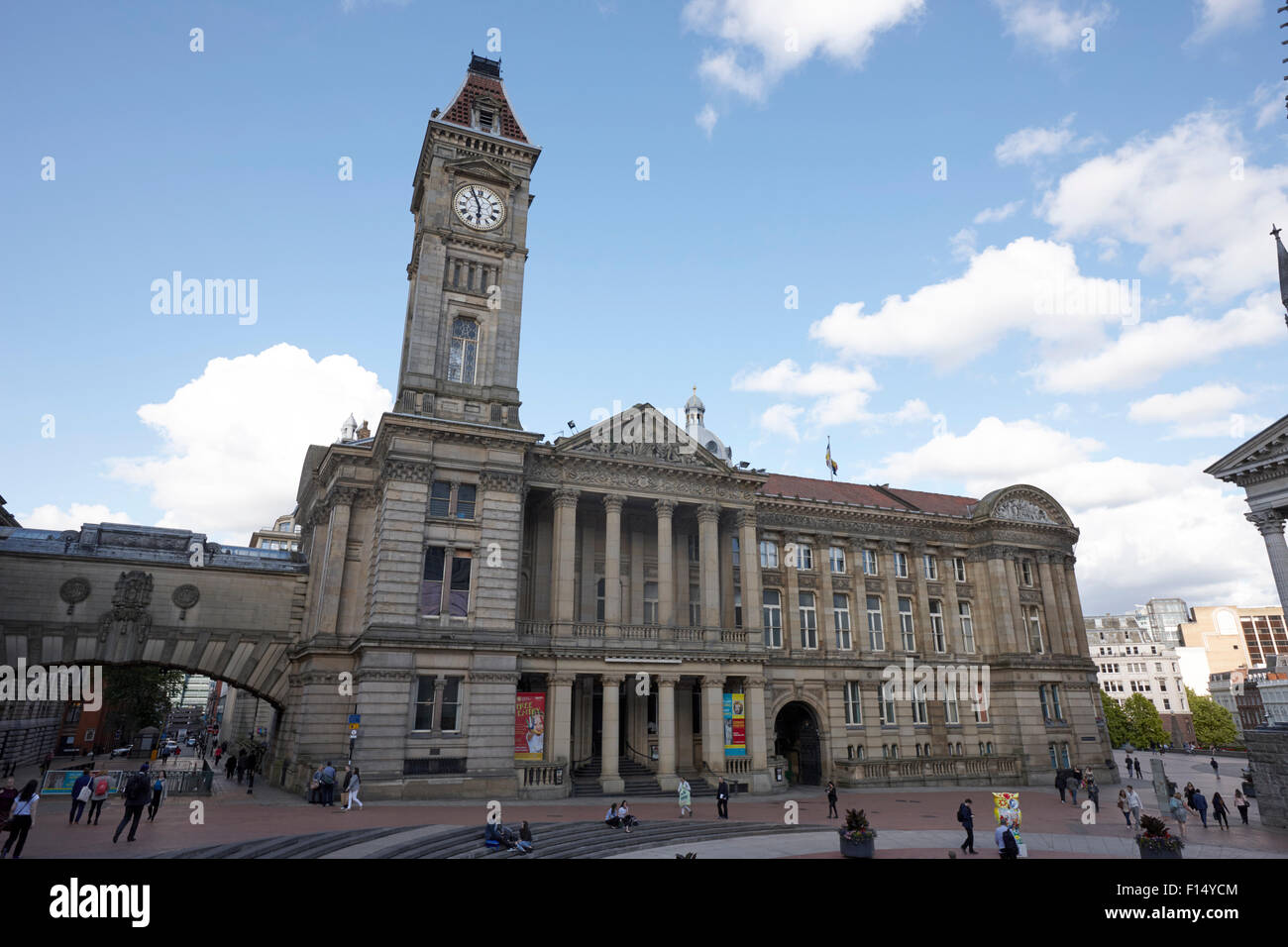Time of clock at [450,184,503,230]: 5:55
